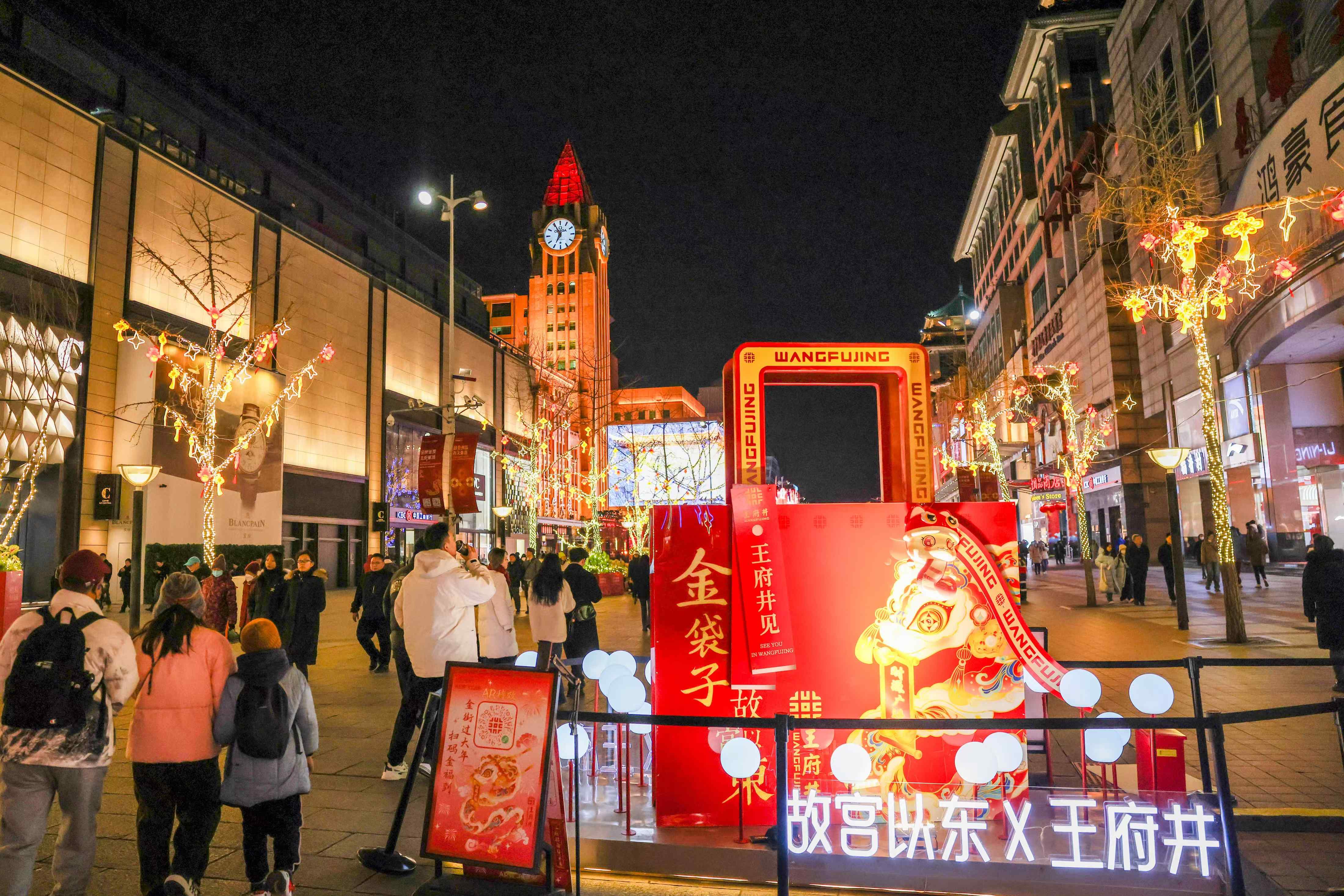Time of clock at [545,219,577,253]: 6:55
